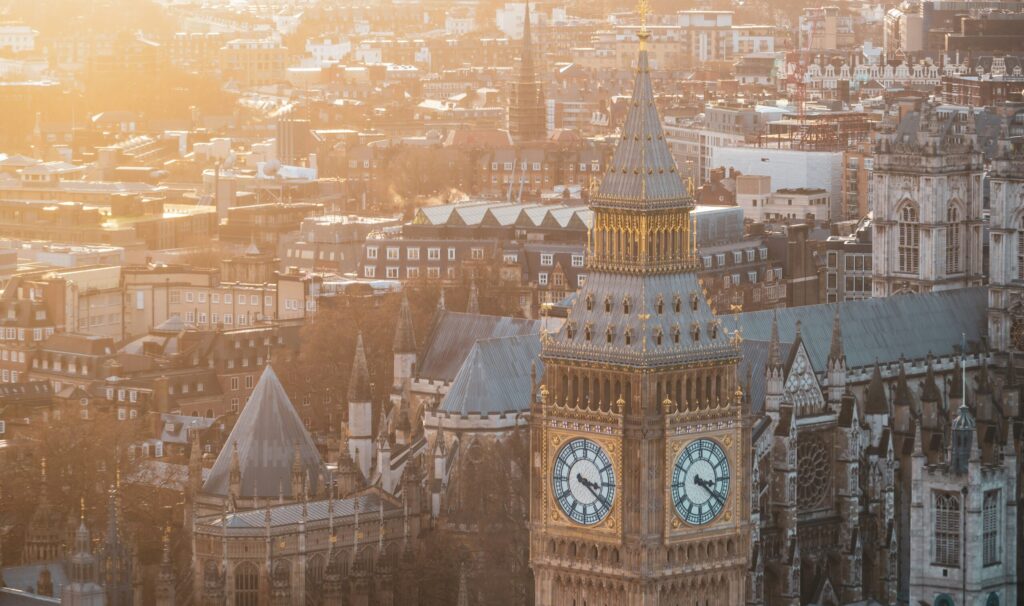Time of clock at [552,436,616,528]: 3:21
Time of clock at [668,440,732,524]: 3:21
